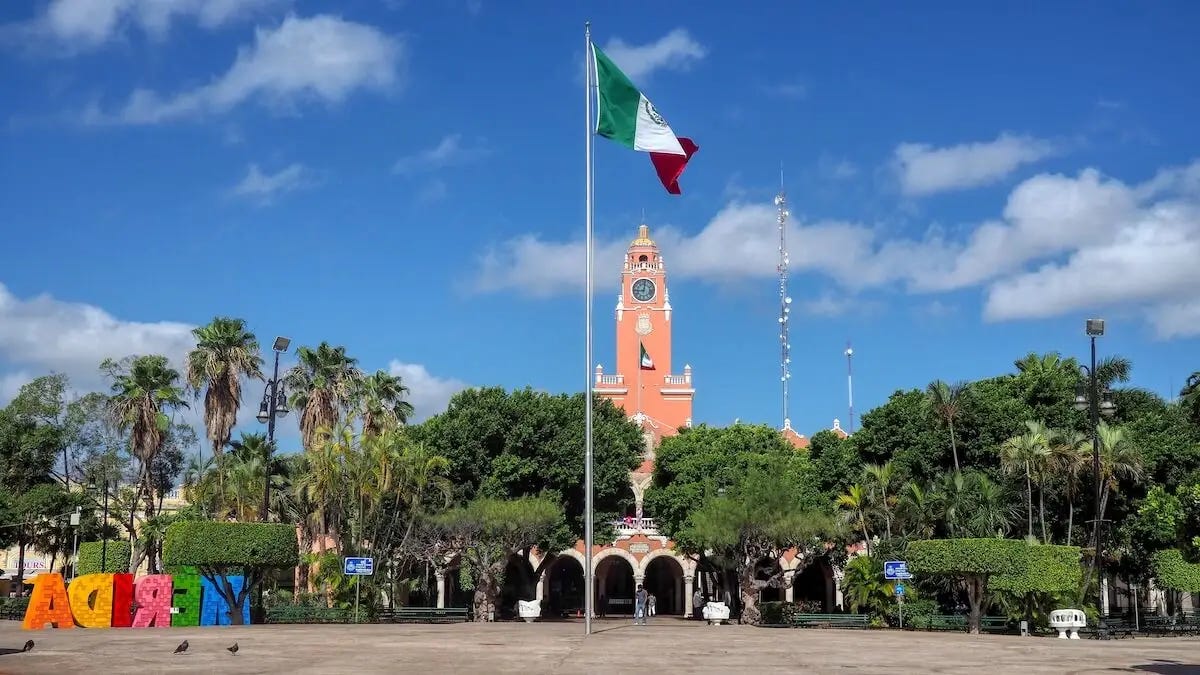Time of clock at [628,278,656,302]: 9:01
